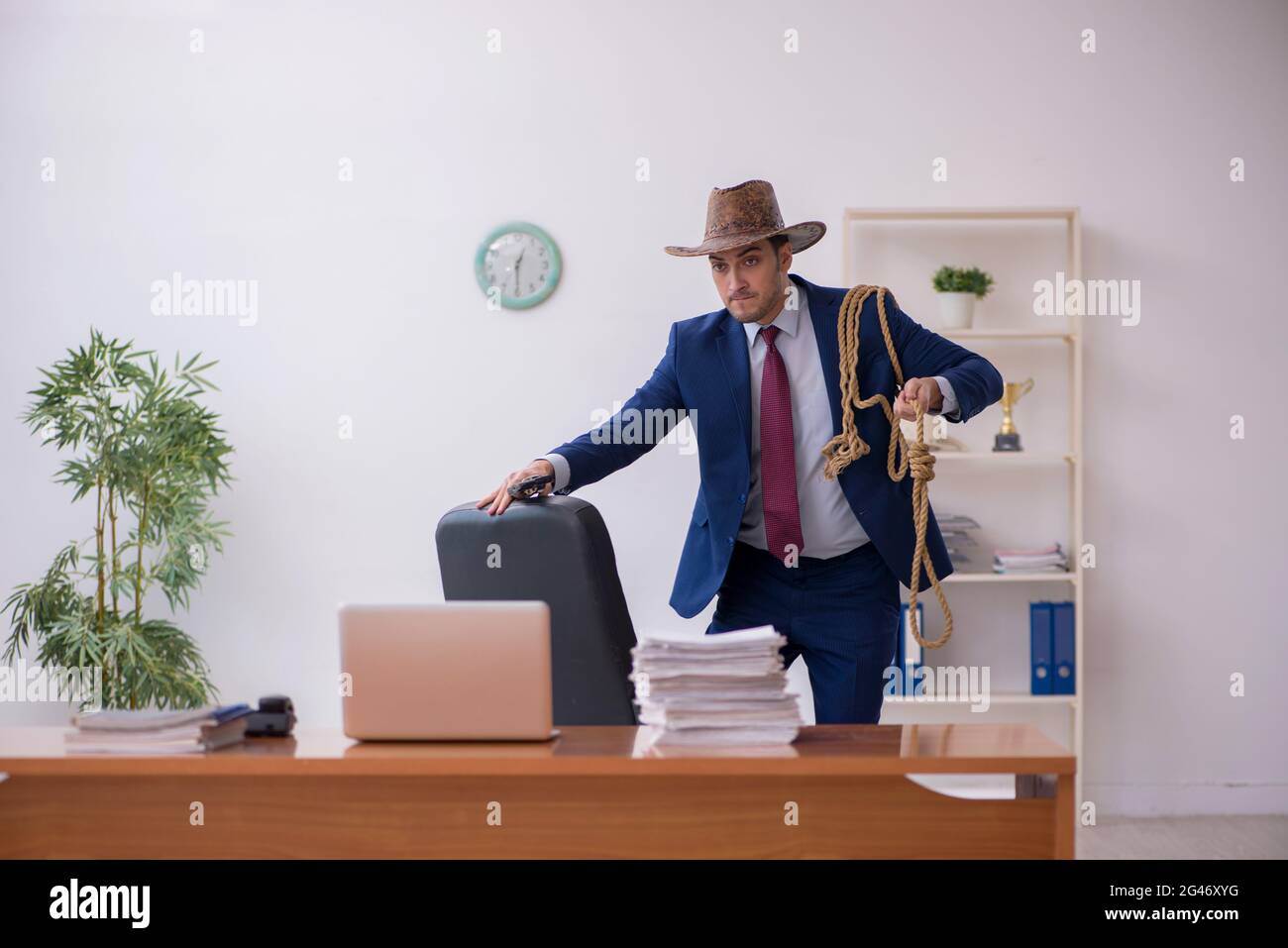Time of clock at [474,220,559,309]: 12:29
